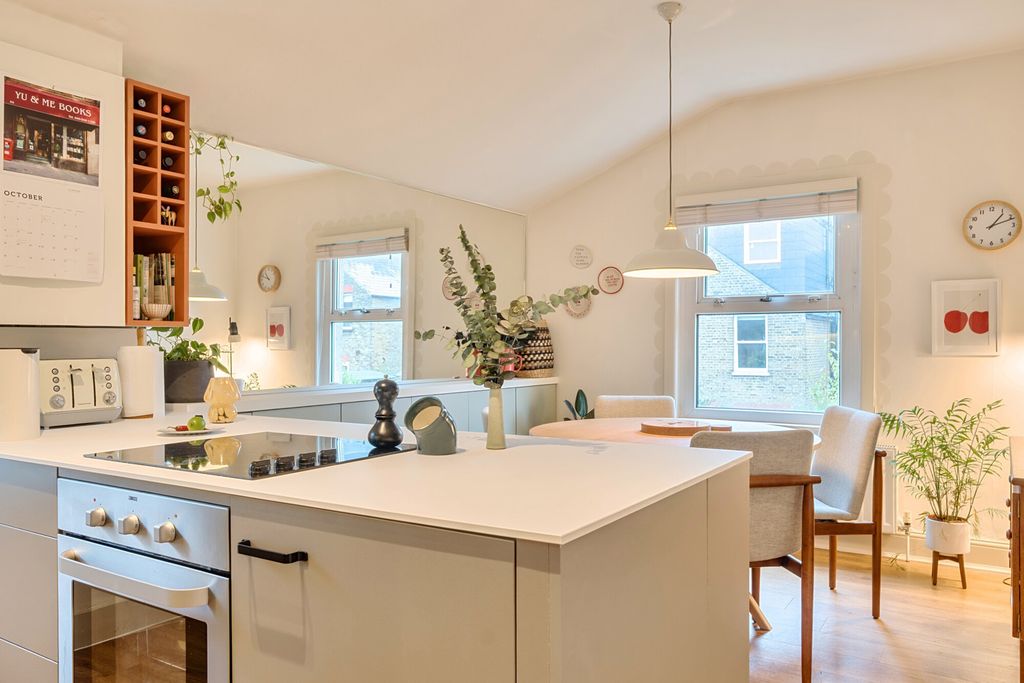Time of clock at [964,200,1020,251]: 1:11
